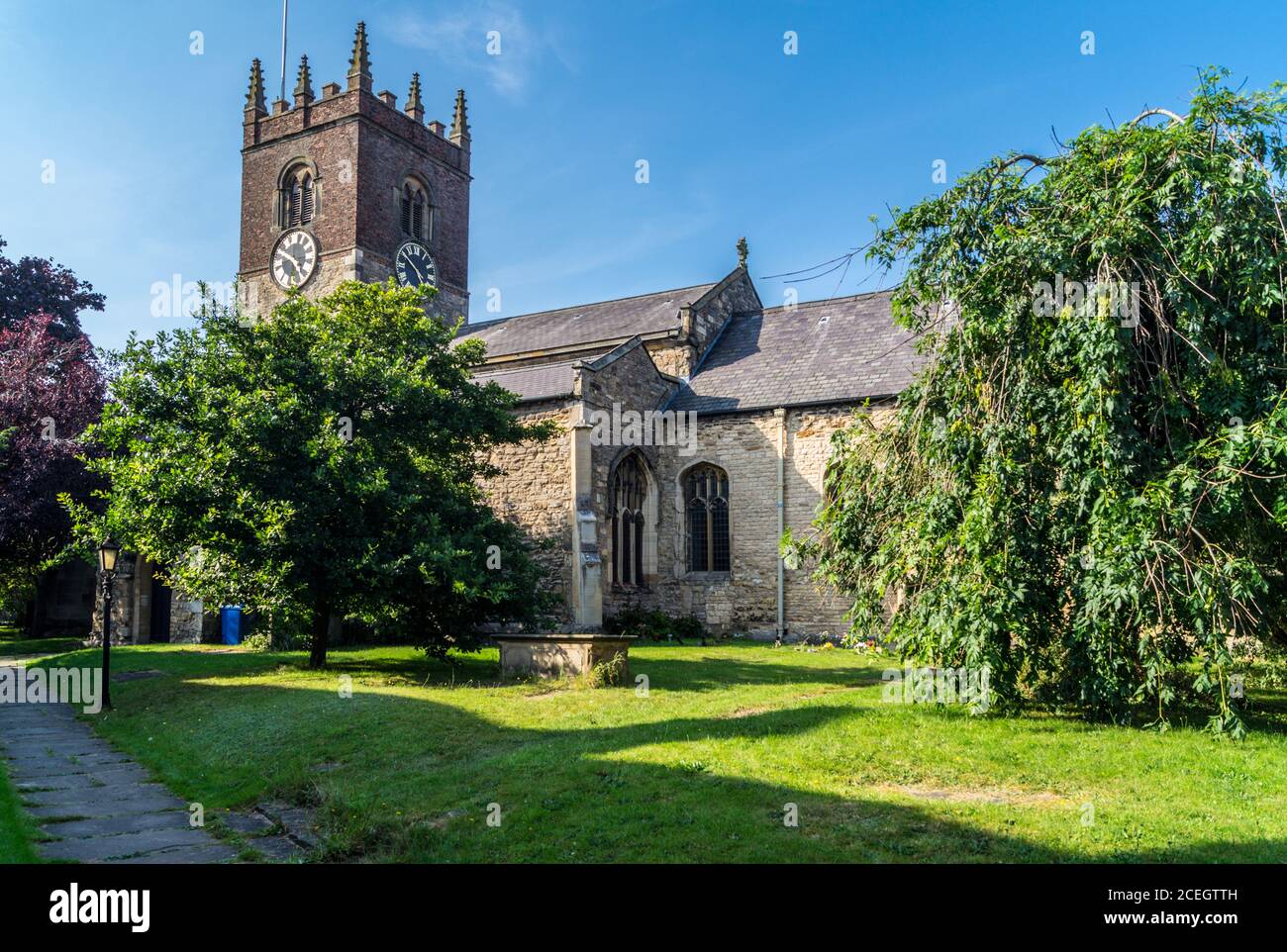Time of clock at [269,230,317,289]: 4:49
